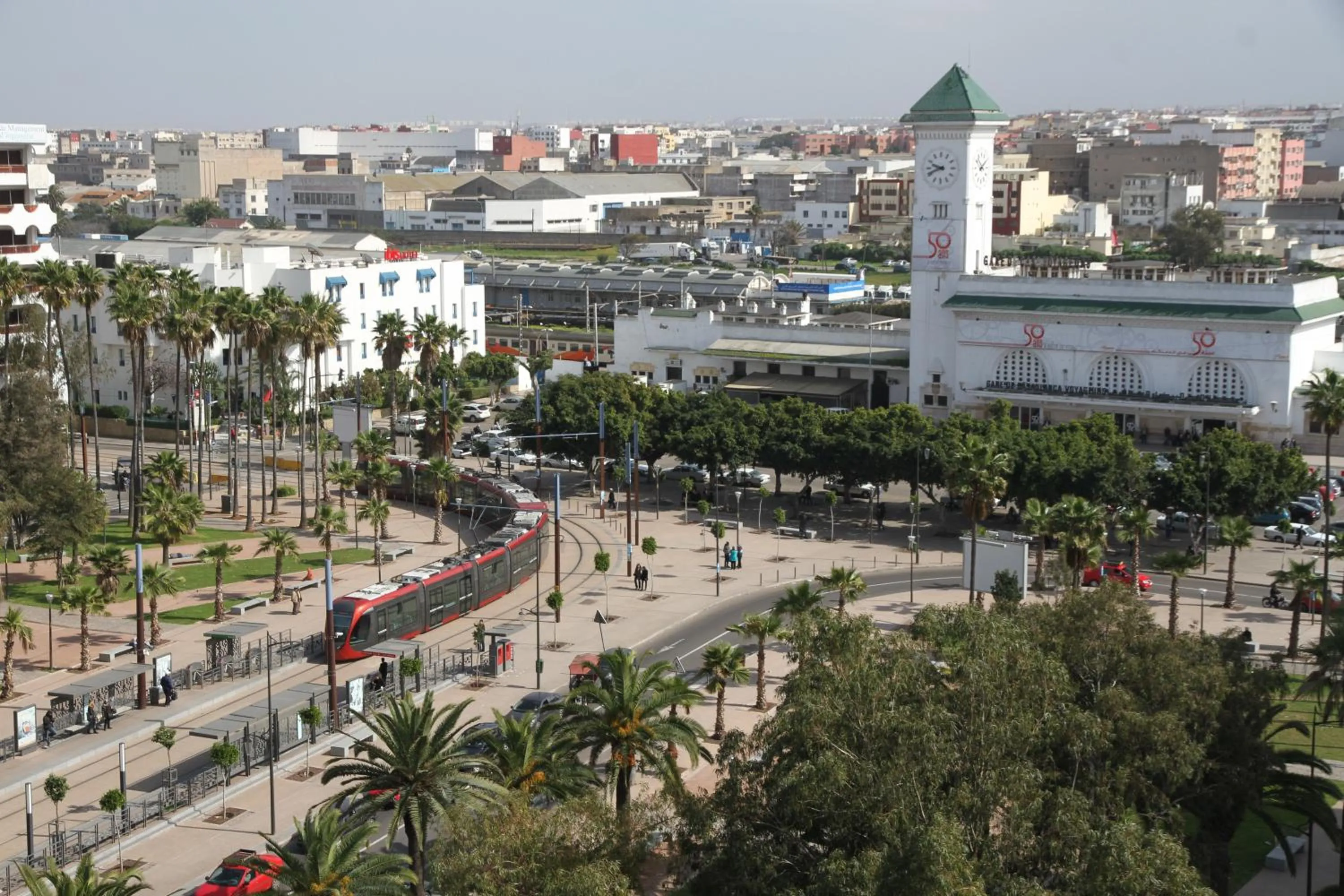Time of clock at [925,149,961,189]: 9:41
